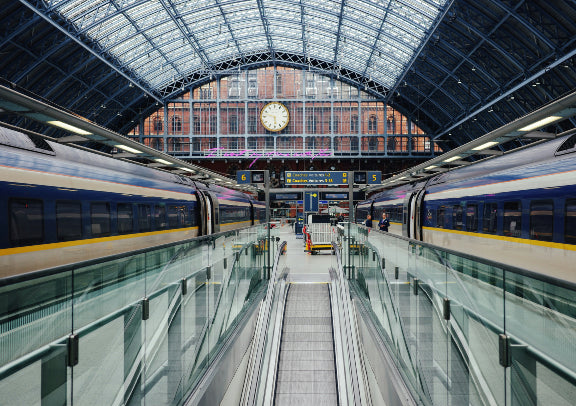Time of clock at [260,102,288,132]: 5:47
